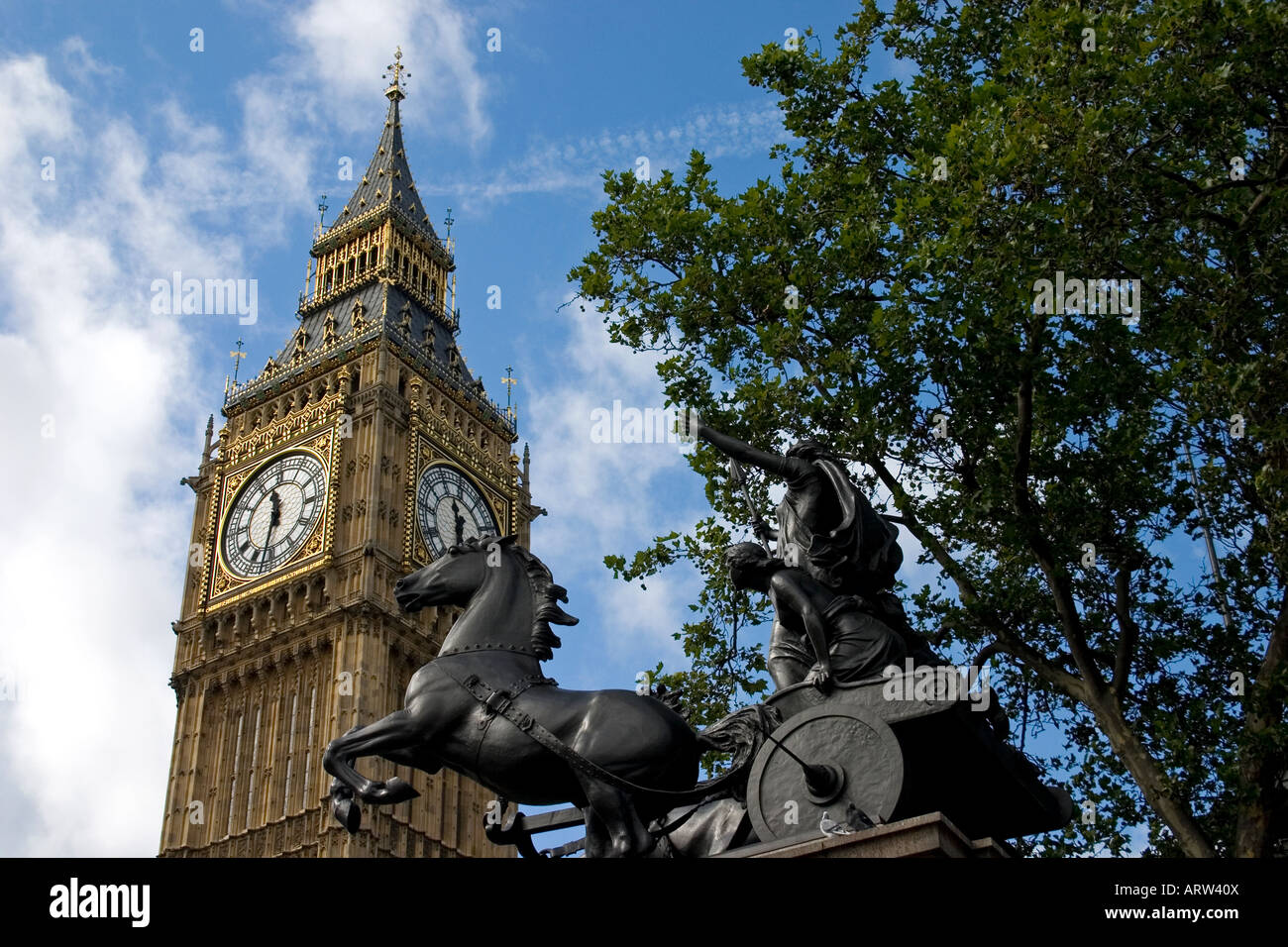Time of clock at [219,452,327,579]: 11:32
